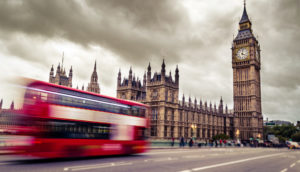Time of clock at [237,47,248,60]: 4:01
